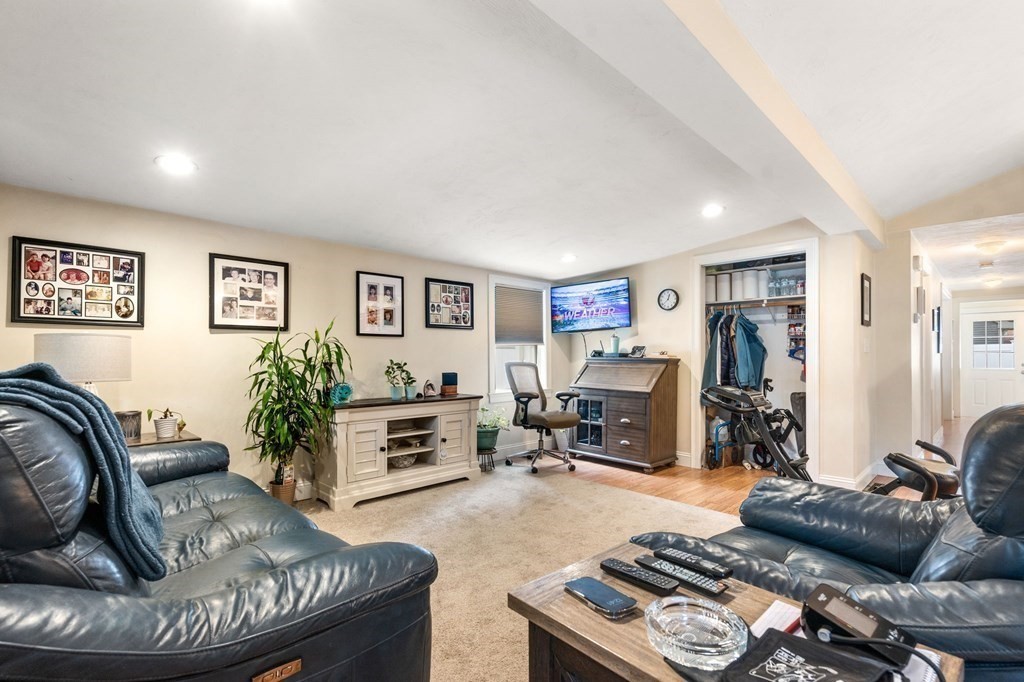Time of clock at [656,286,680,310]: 12:37
